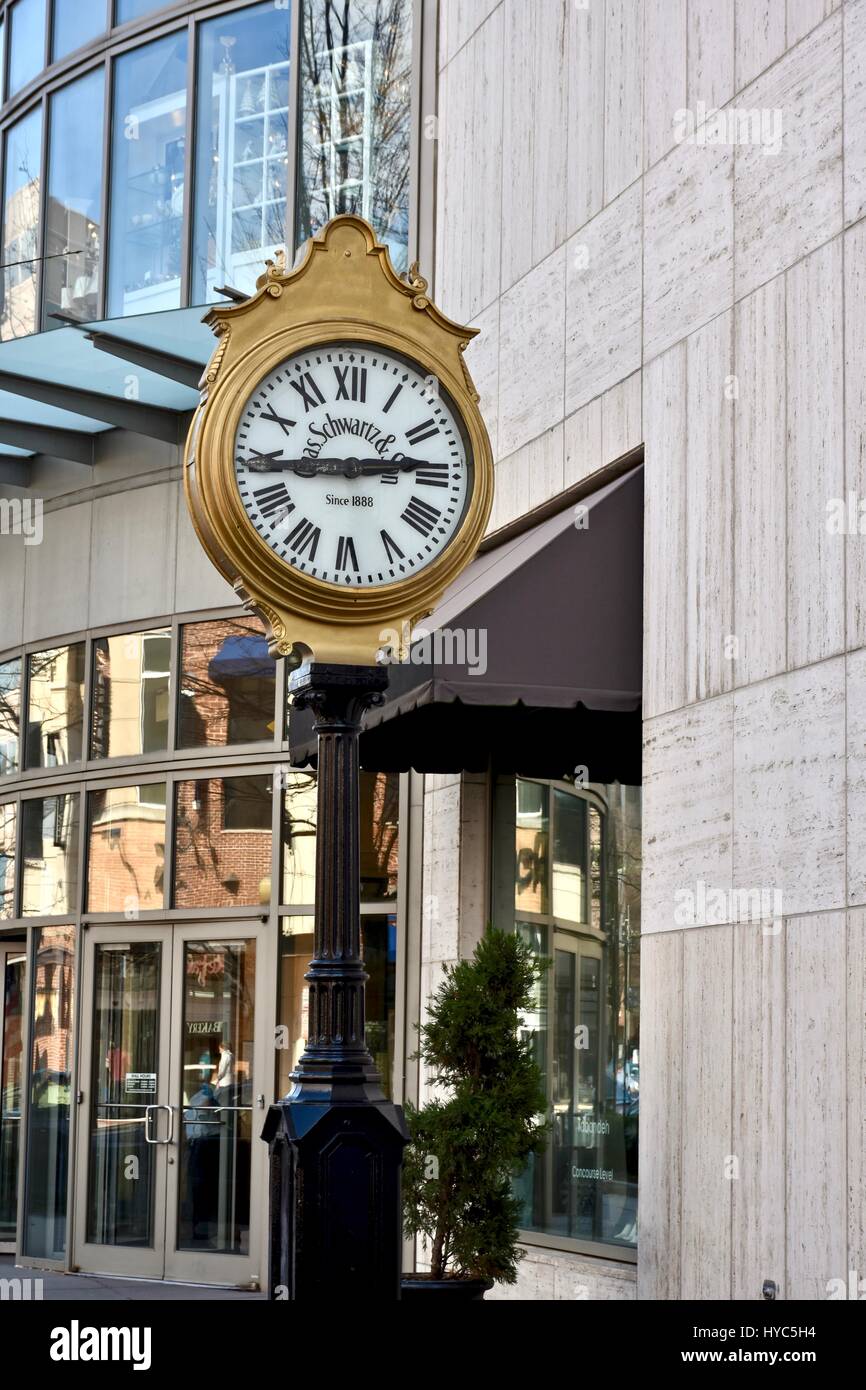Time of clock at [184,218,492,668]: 2:44
